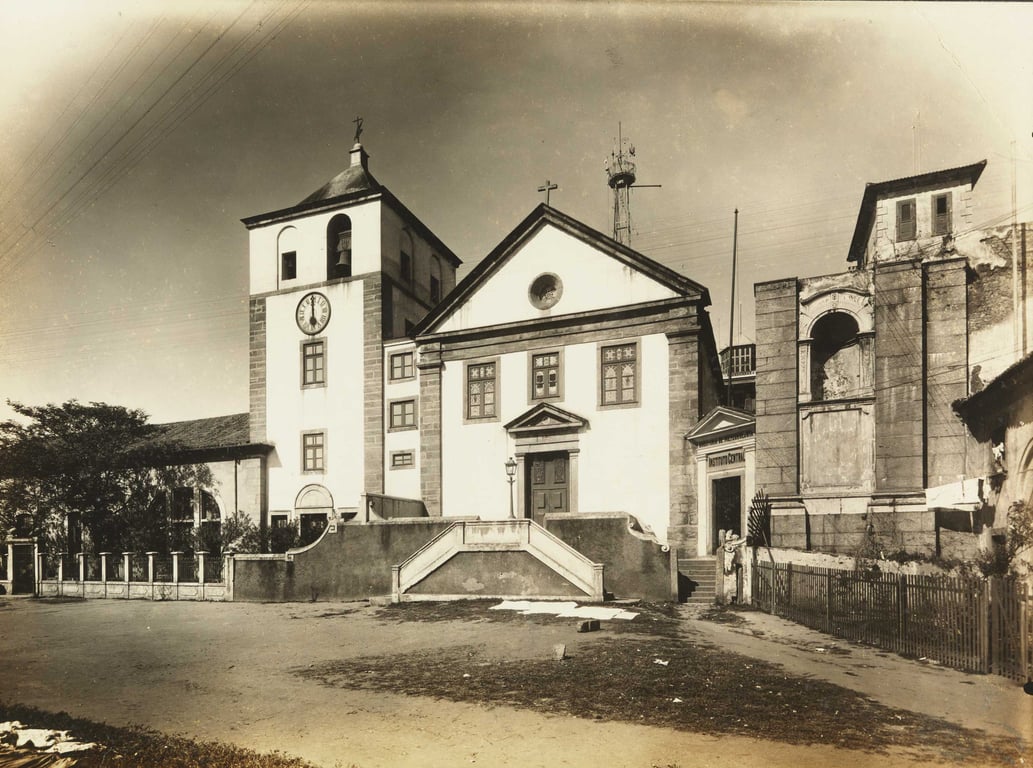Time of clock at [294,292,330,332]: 5:59
